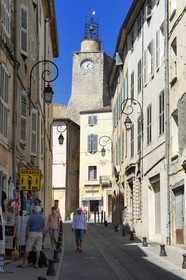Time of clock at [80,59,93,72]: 1:26
